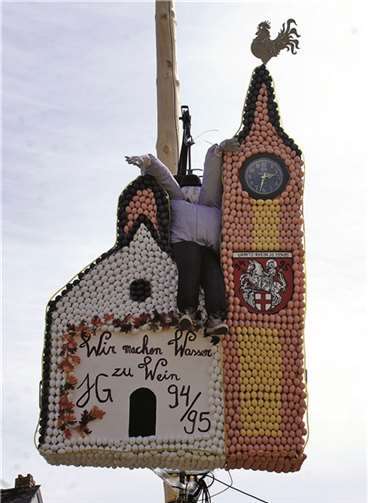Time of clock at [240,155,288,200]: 2:32
